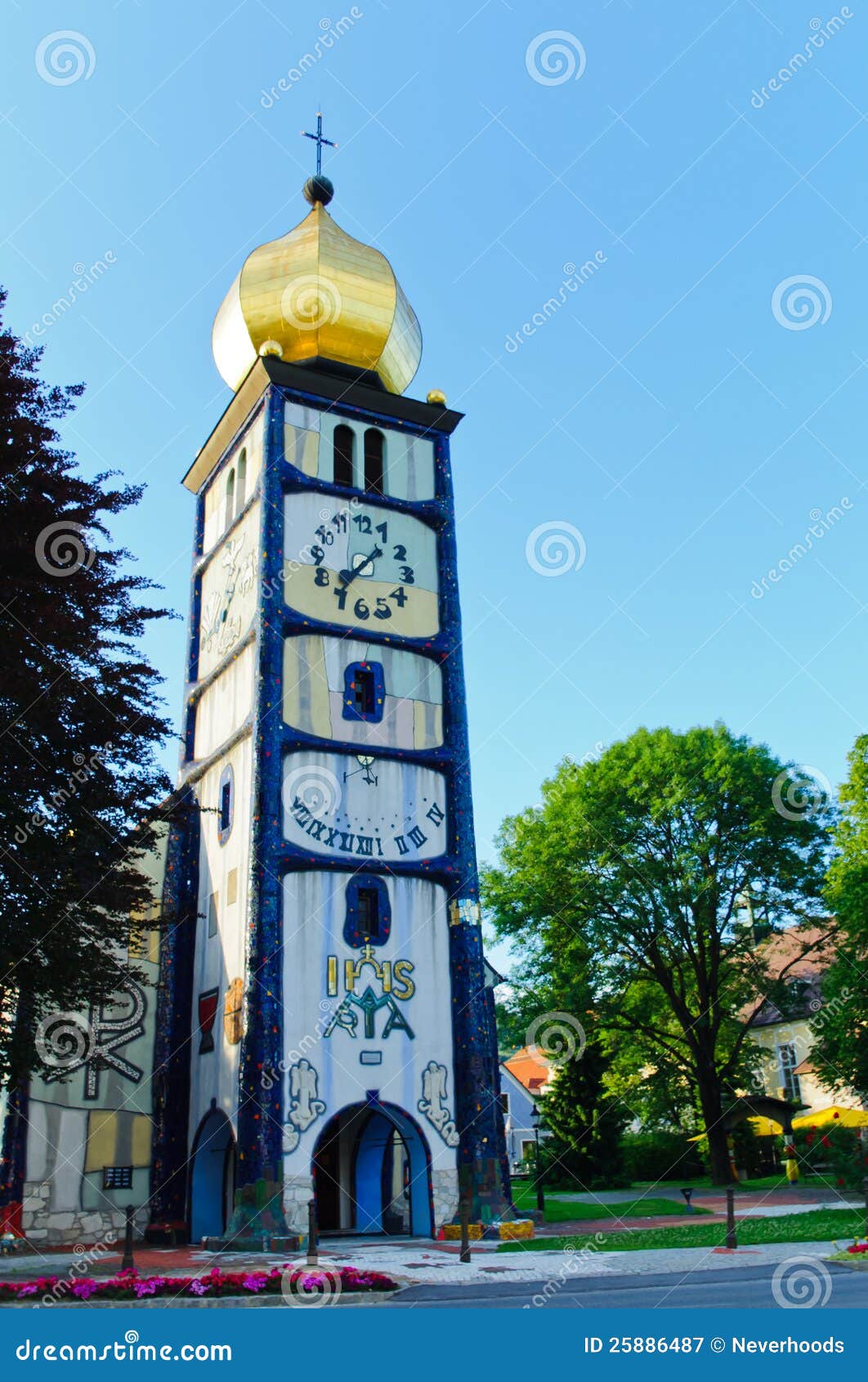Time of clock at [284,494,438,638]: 1:35
